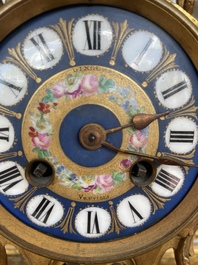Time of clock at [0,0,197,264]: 2:18
